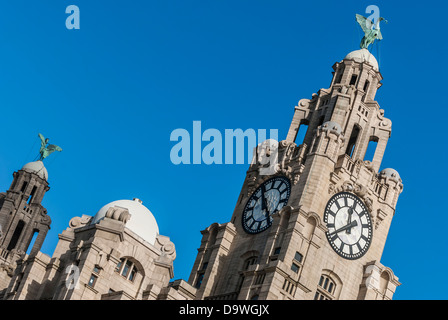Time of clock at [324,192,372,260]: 12:41
